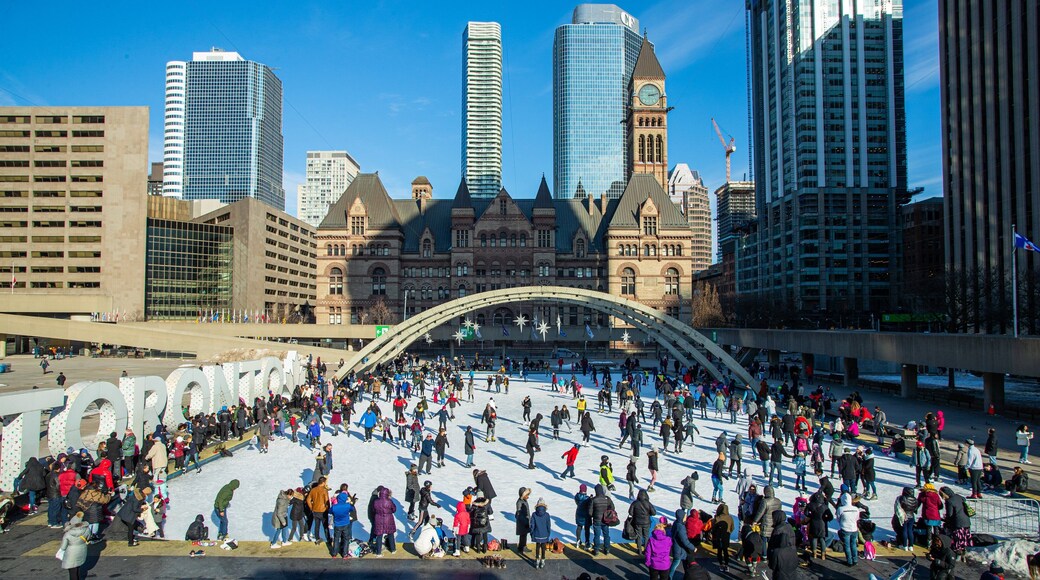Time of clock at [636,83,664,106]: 3:12
